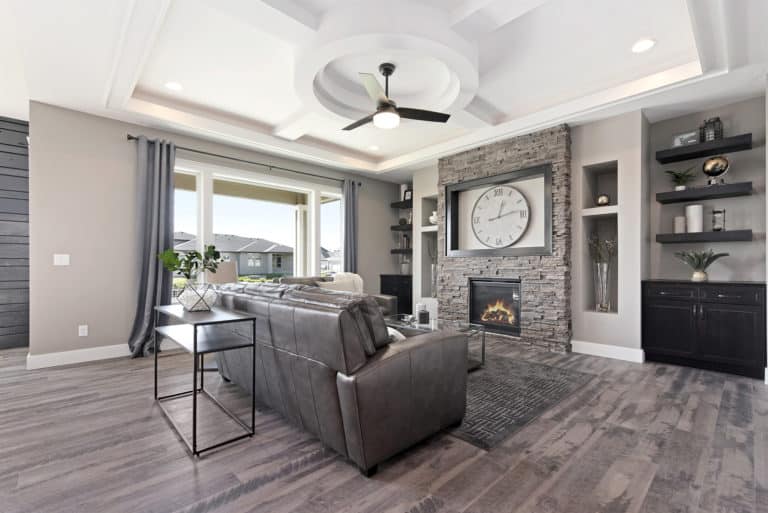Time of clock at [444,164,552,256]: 12:13
